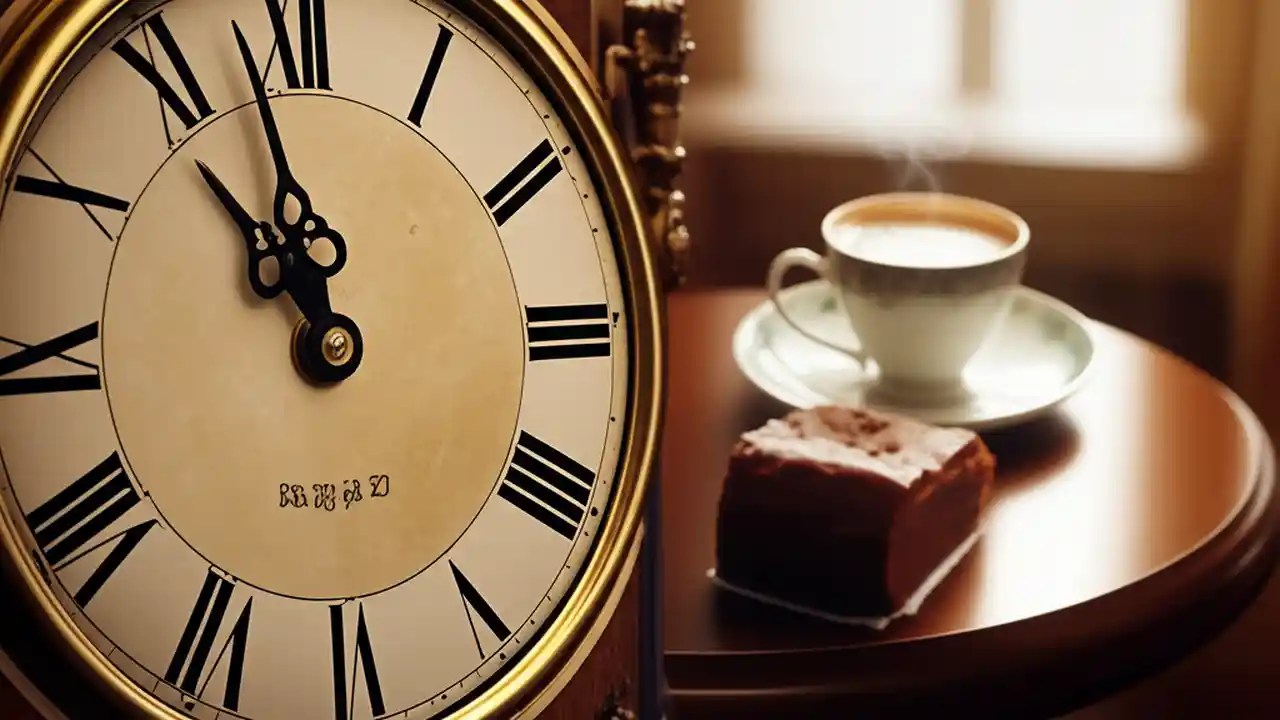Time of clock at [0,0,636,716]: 10:58
